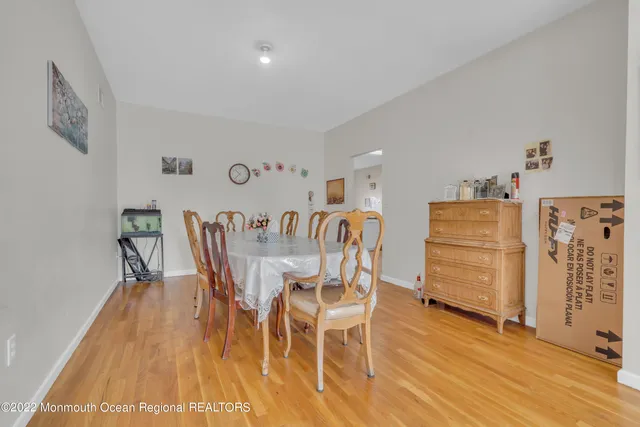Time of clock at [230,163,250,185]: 10:37
